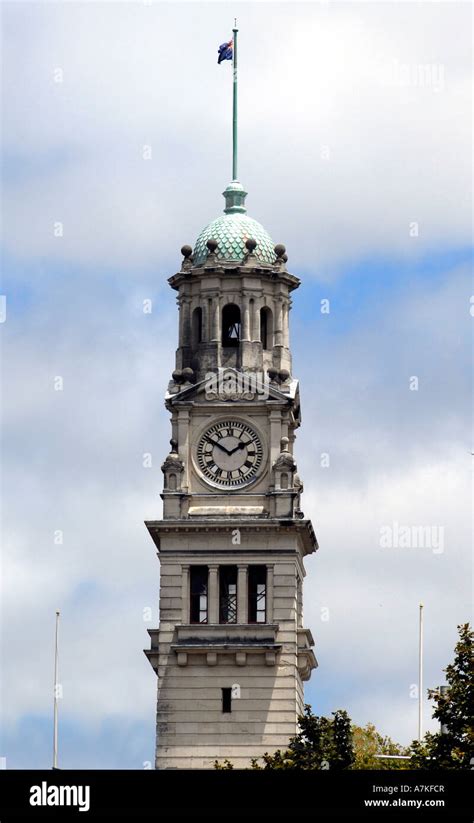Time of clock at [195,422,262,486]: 1:50
